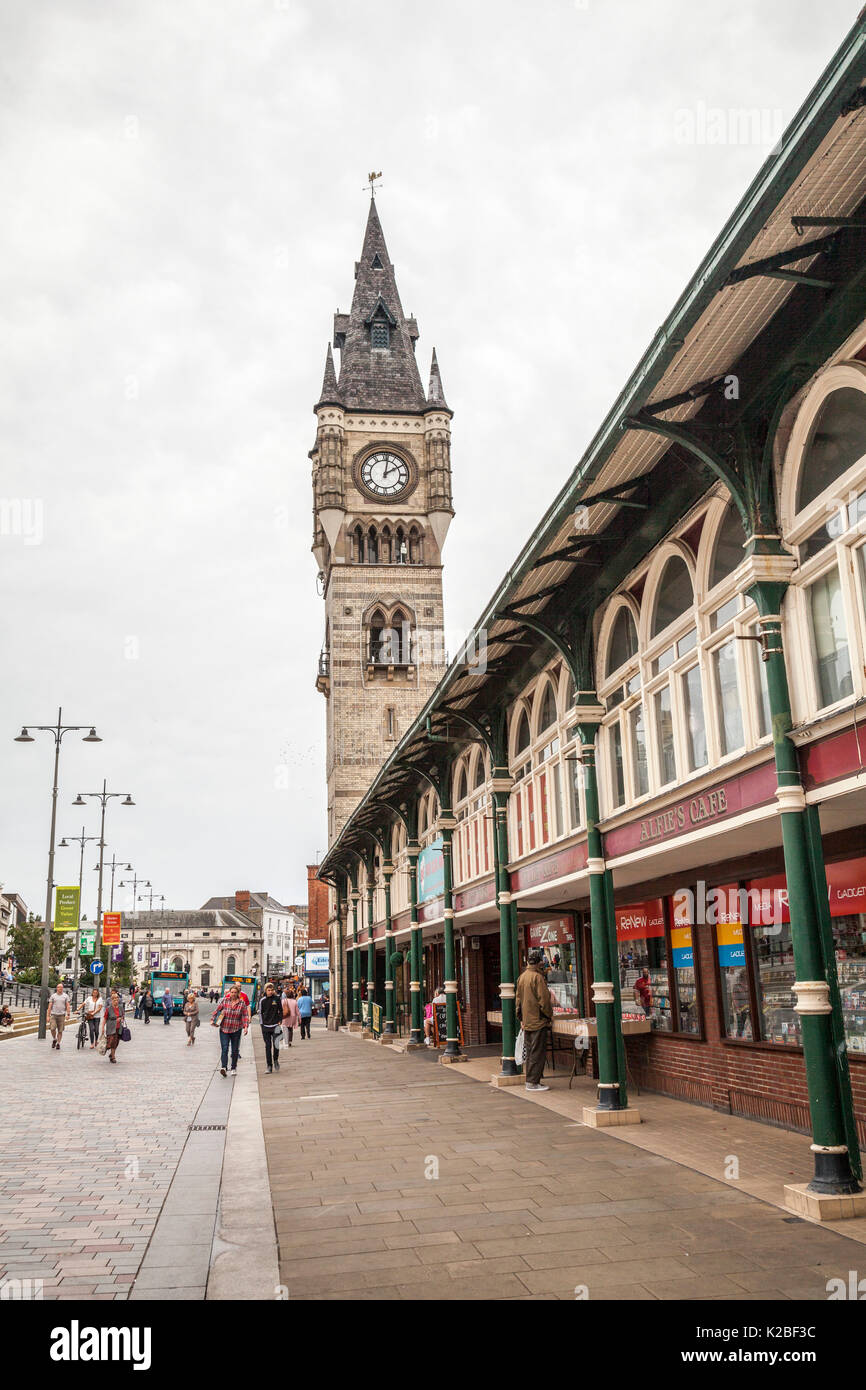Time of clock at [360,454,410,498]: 2:01
